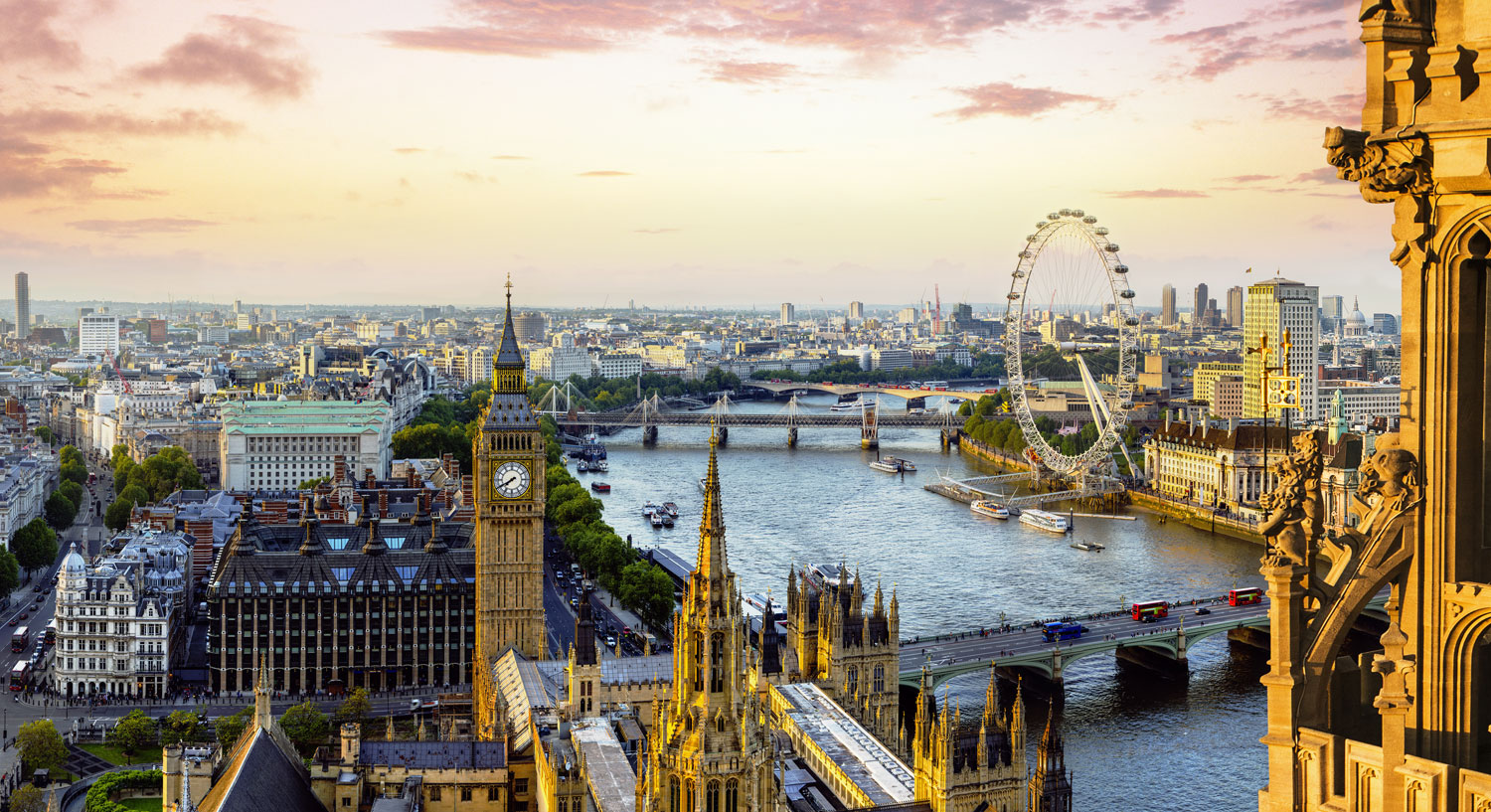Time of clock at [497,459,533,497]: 7:40
